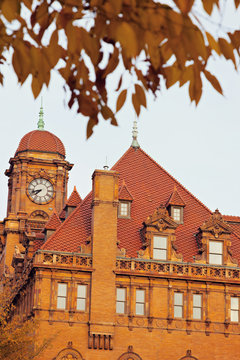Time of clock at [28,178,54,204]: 7:42
